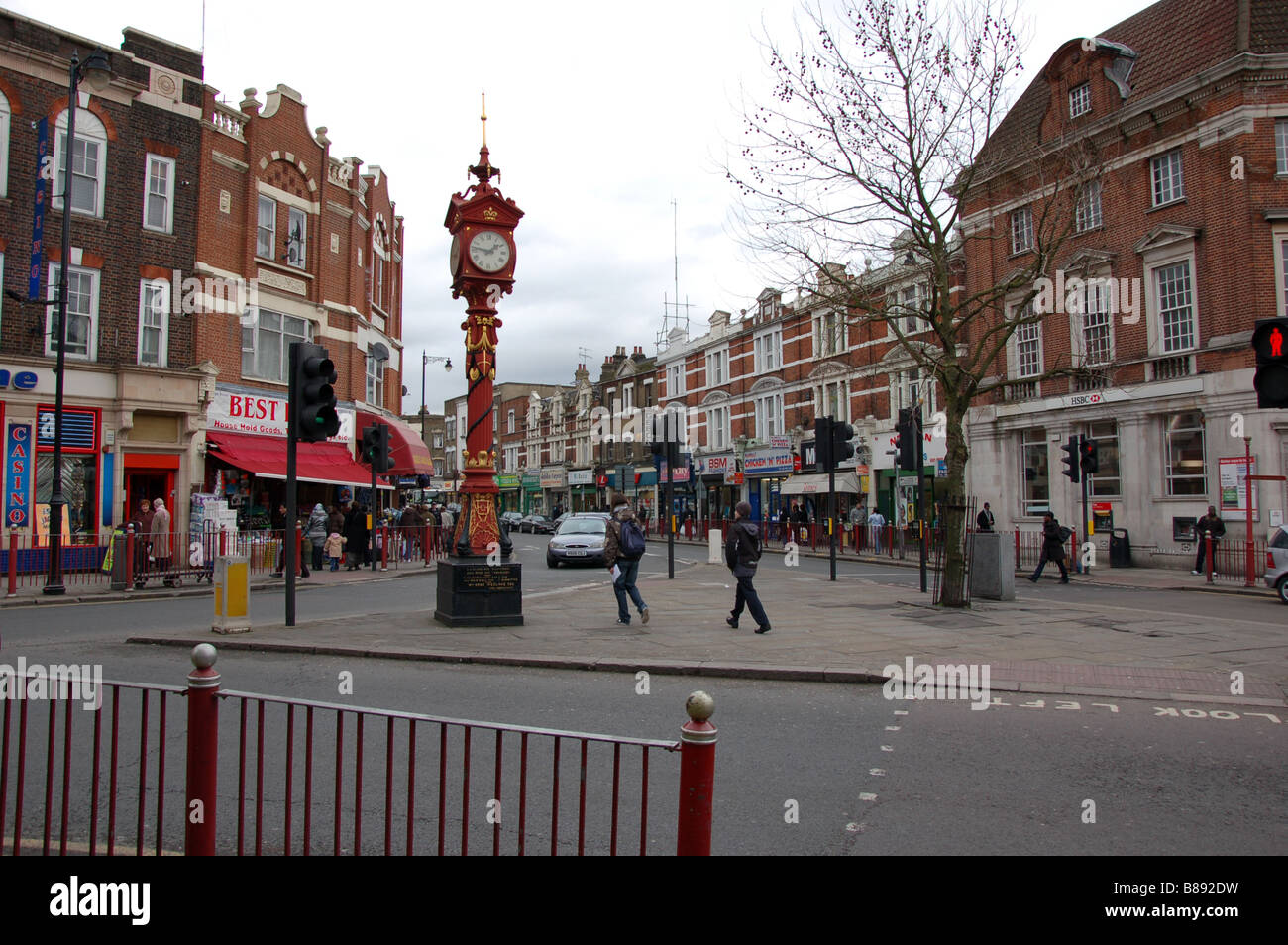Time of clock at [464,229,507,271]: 1:46
